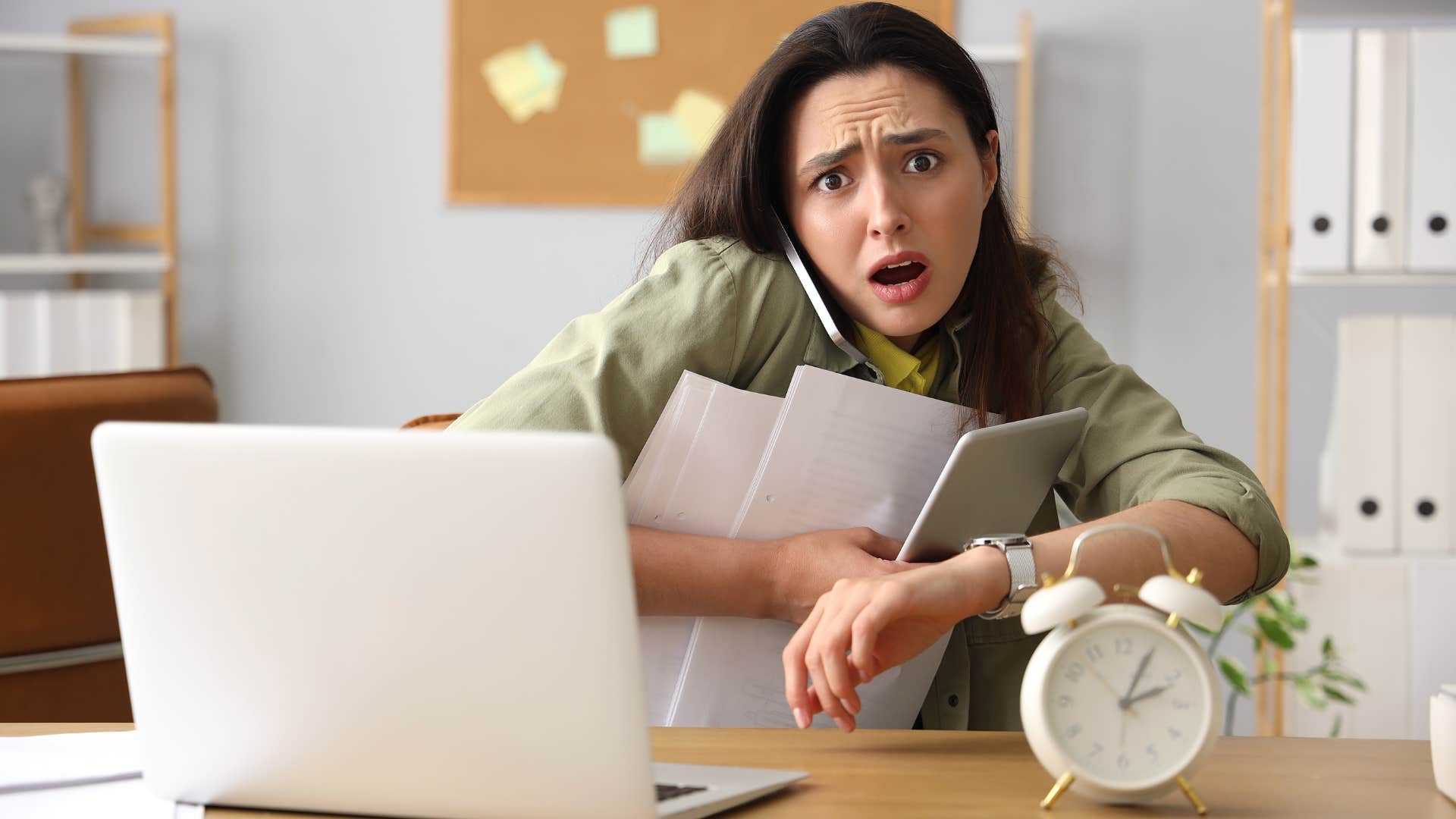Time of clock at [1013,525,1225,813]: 2:04
